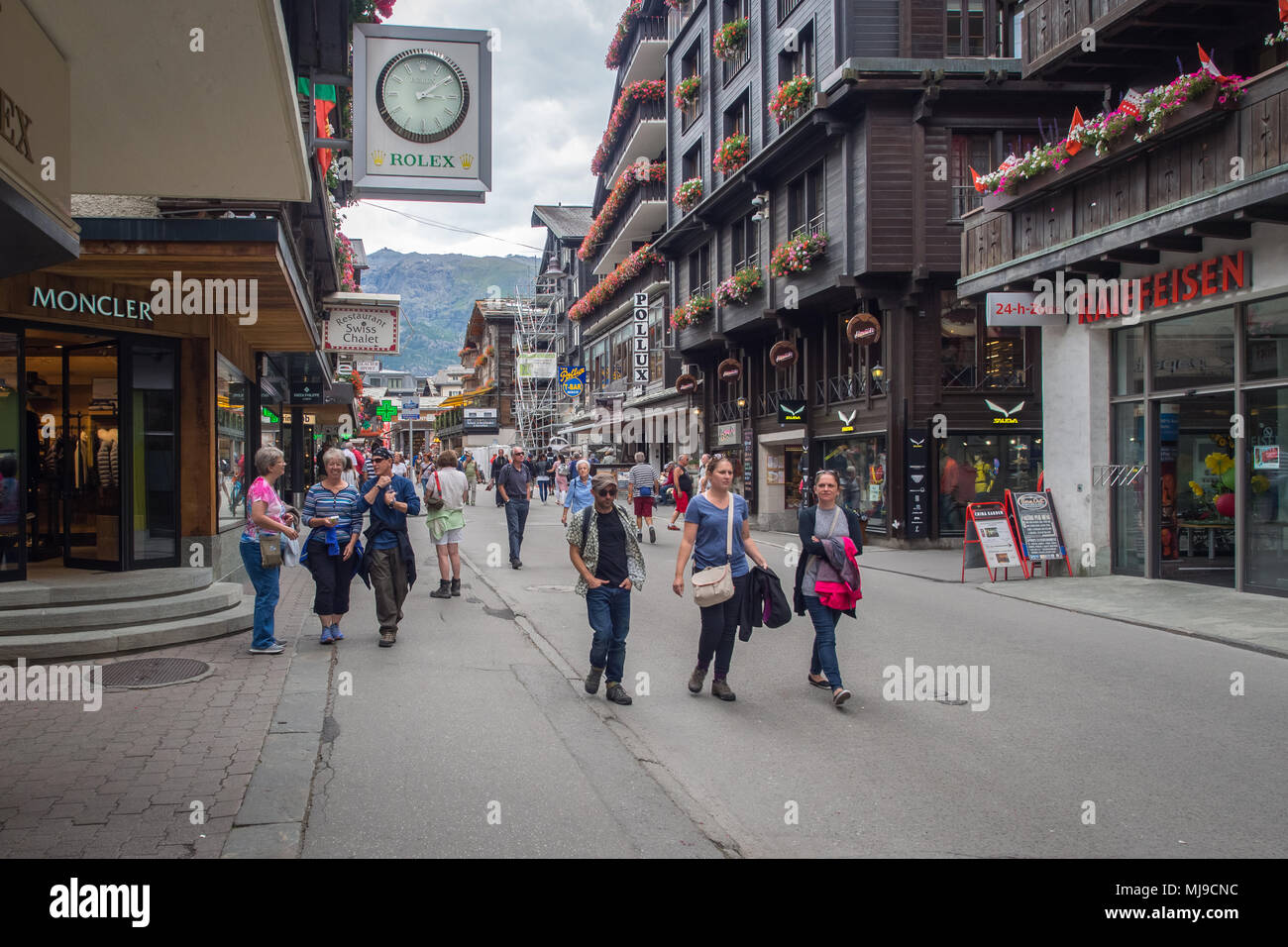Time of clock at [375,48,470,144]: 3:09
